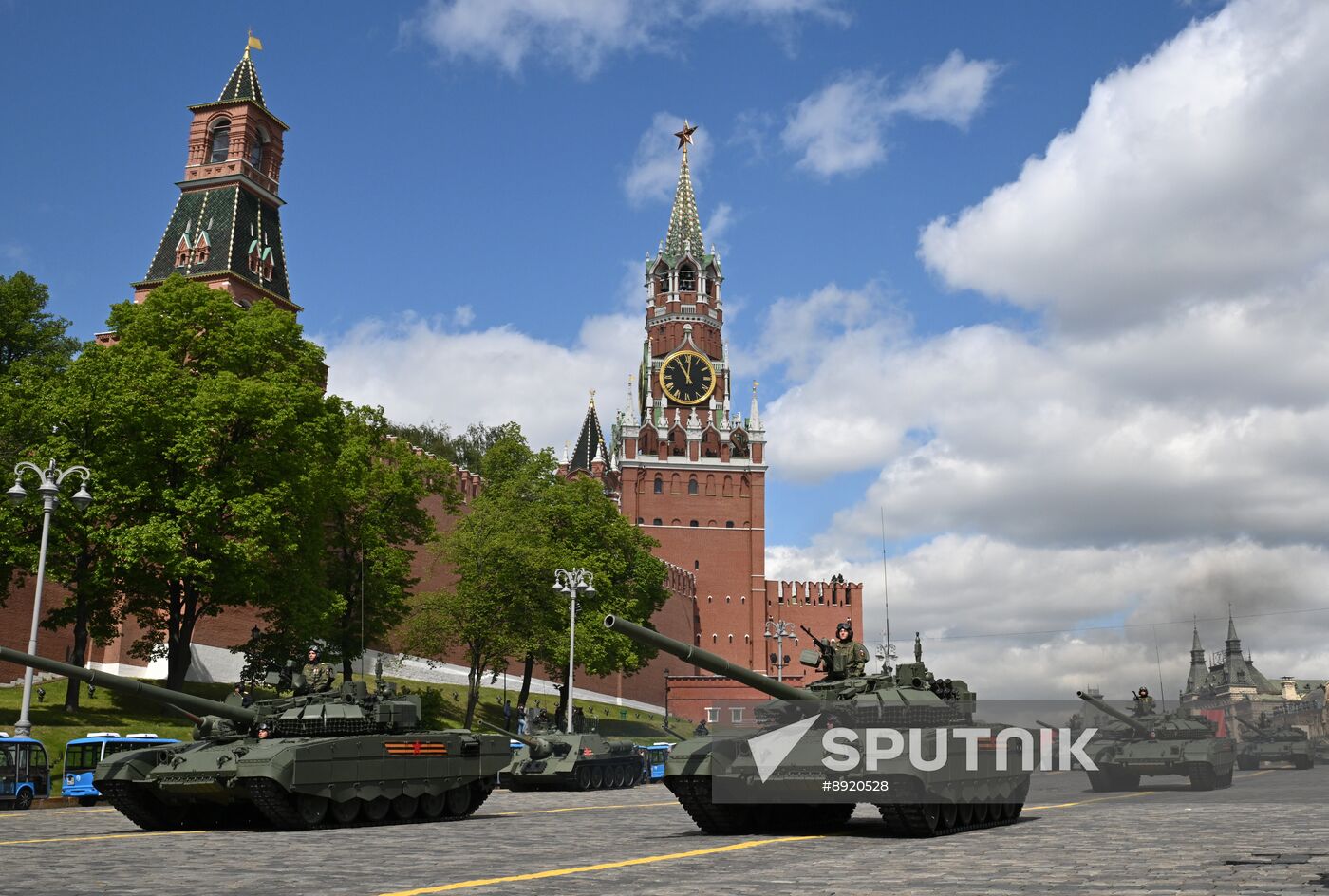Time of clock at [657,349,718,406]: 11:01
